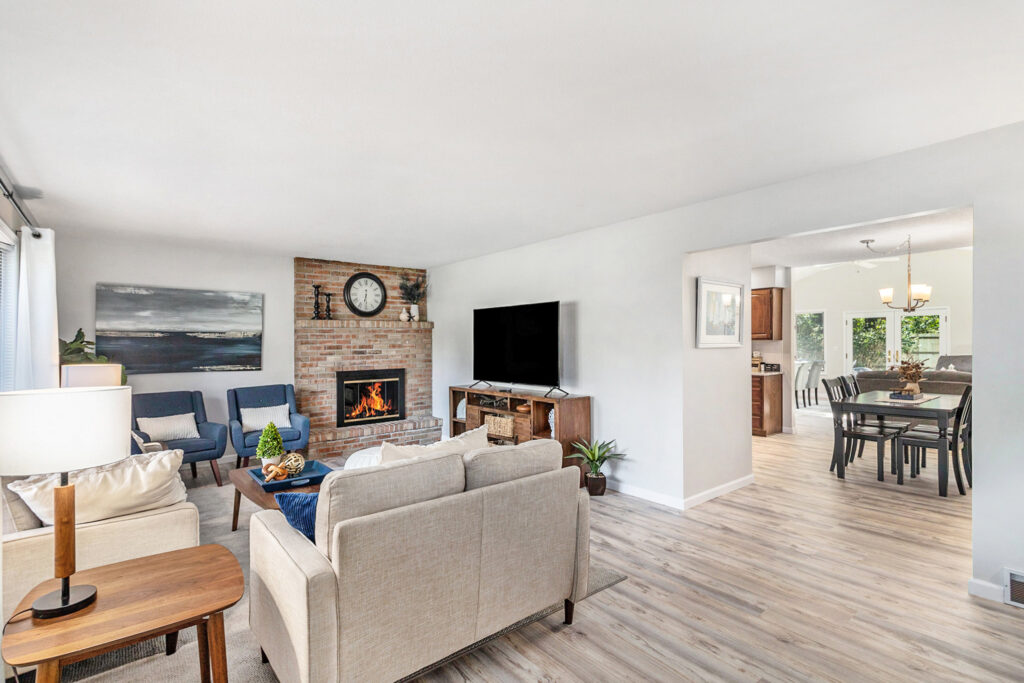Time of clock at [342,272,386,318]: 6:30
